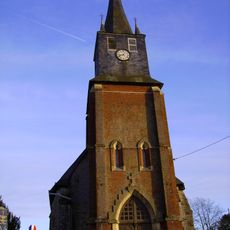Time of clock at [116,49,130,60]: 4:42
